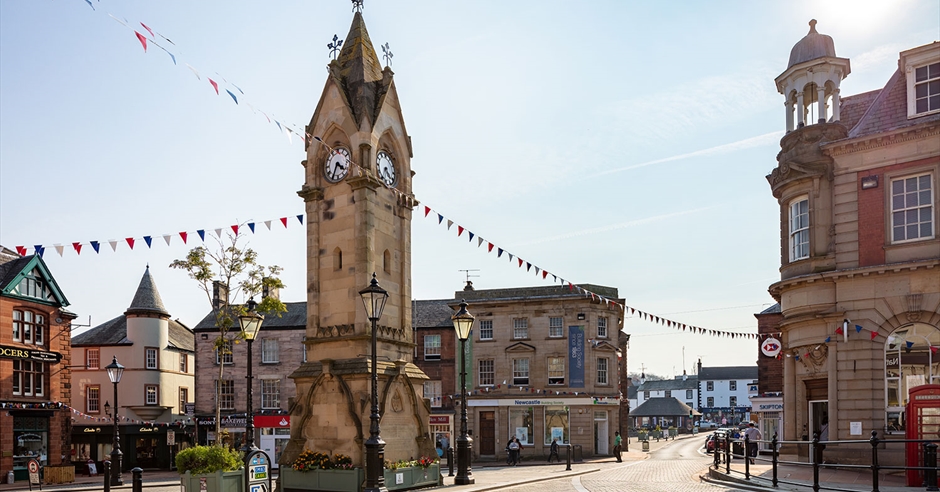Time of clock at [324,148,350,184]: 4:34
